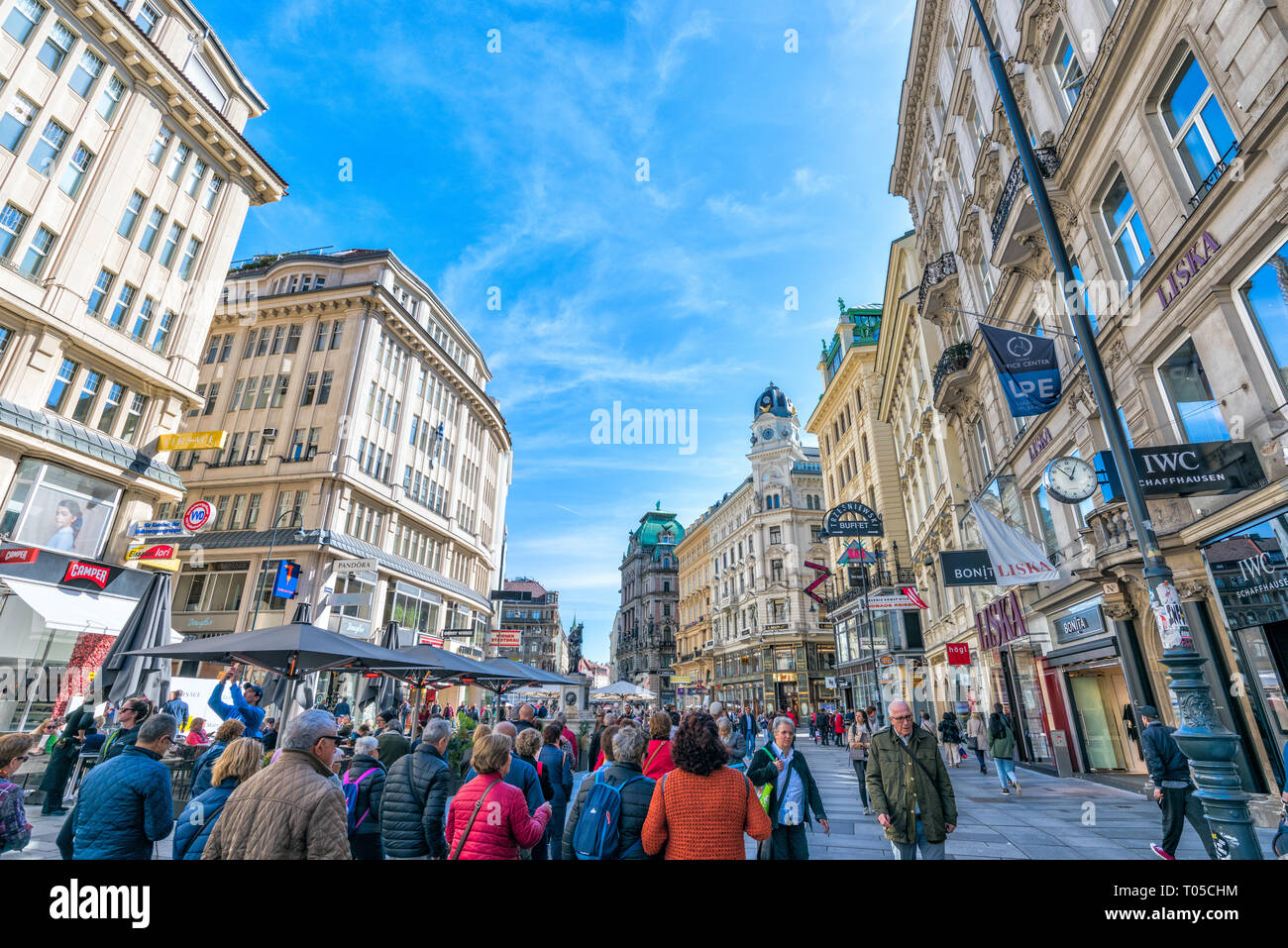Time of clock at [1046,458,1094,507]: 12:53
